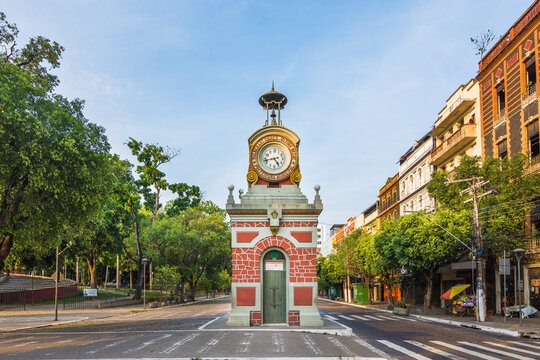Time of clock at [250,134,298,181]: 4:42
